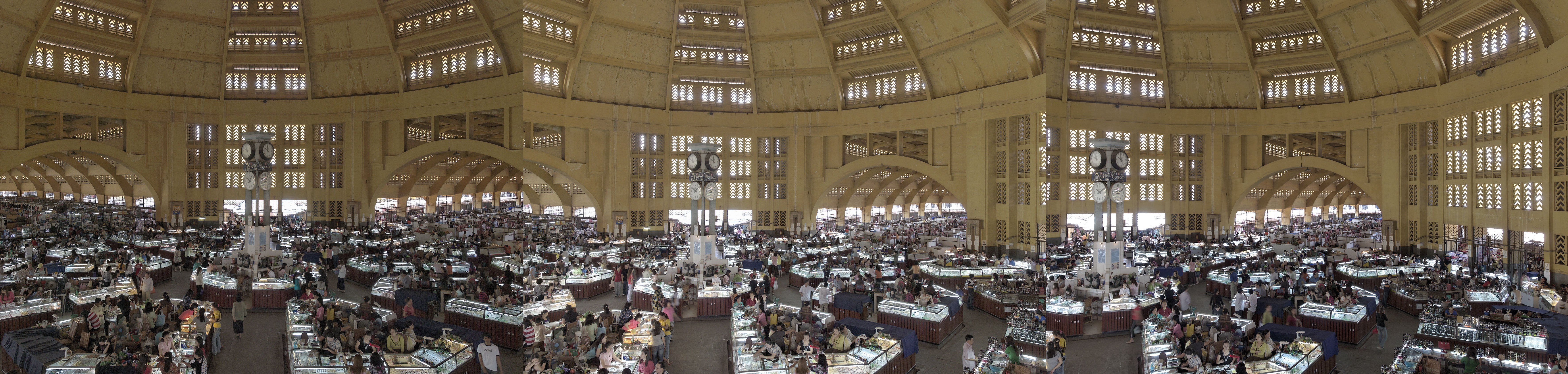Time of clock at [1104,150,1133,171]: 9:59
